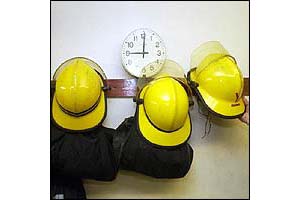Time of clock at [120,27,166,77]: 9:00
